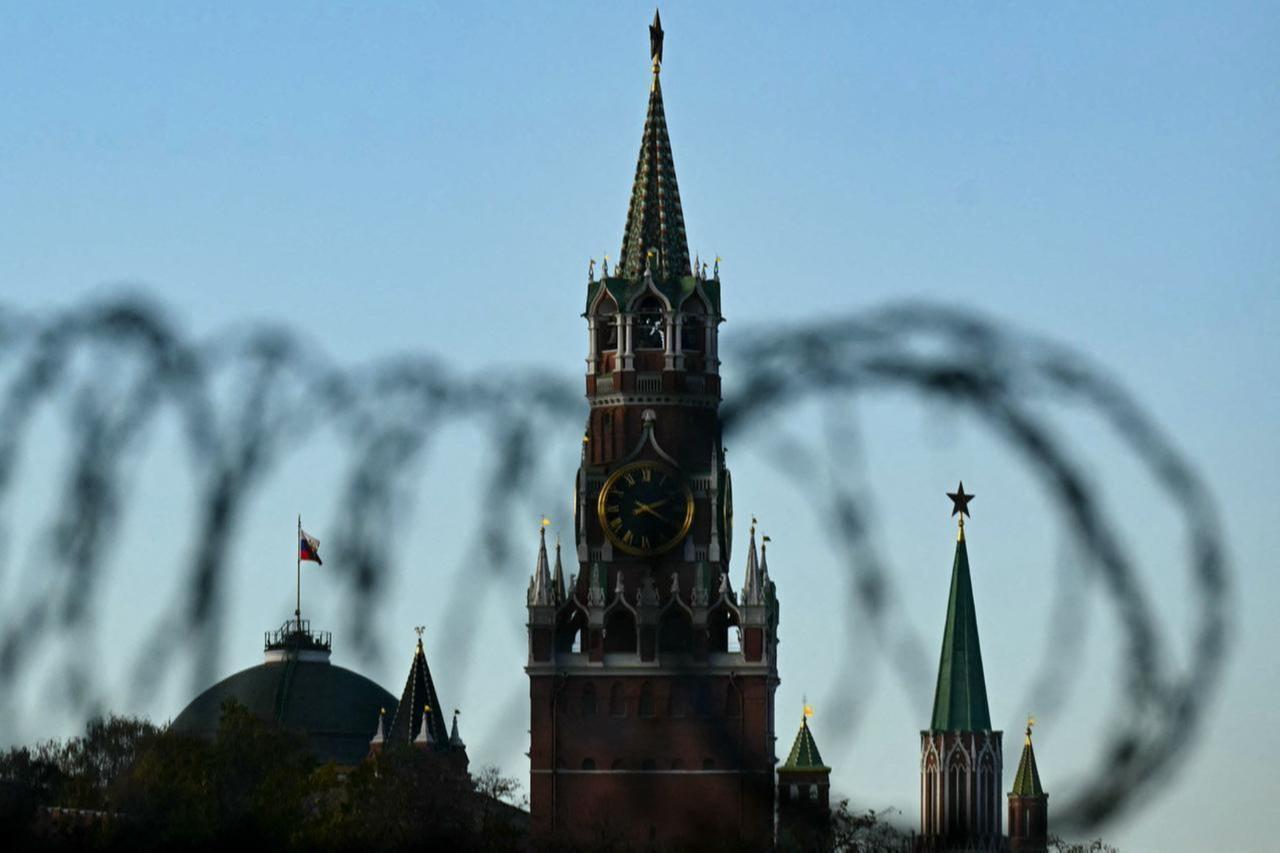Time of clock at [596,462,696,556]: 2:20
